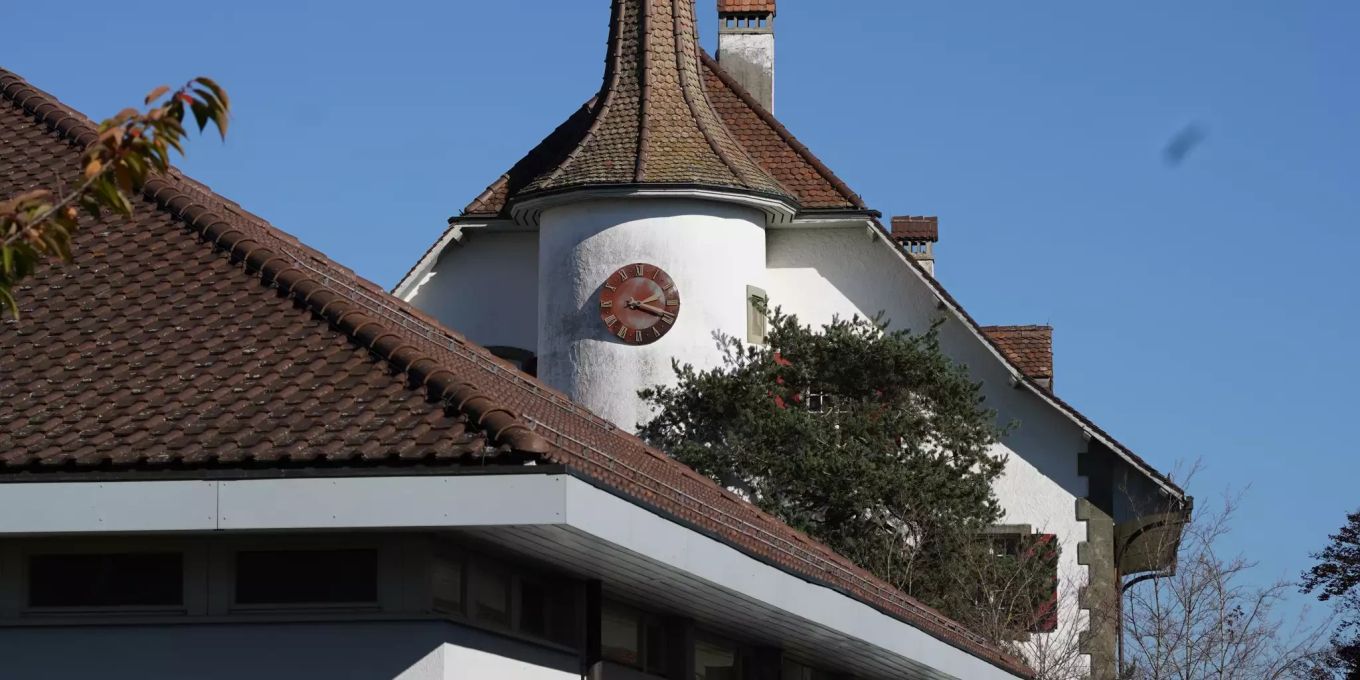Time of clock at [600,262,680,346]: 2:18
